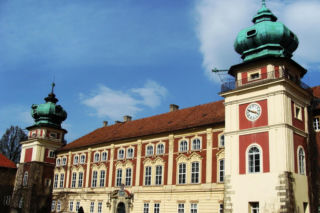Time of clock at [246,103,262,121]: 3:48
